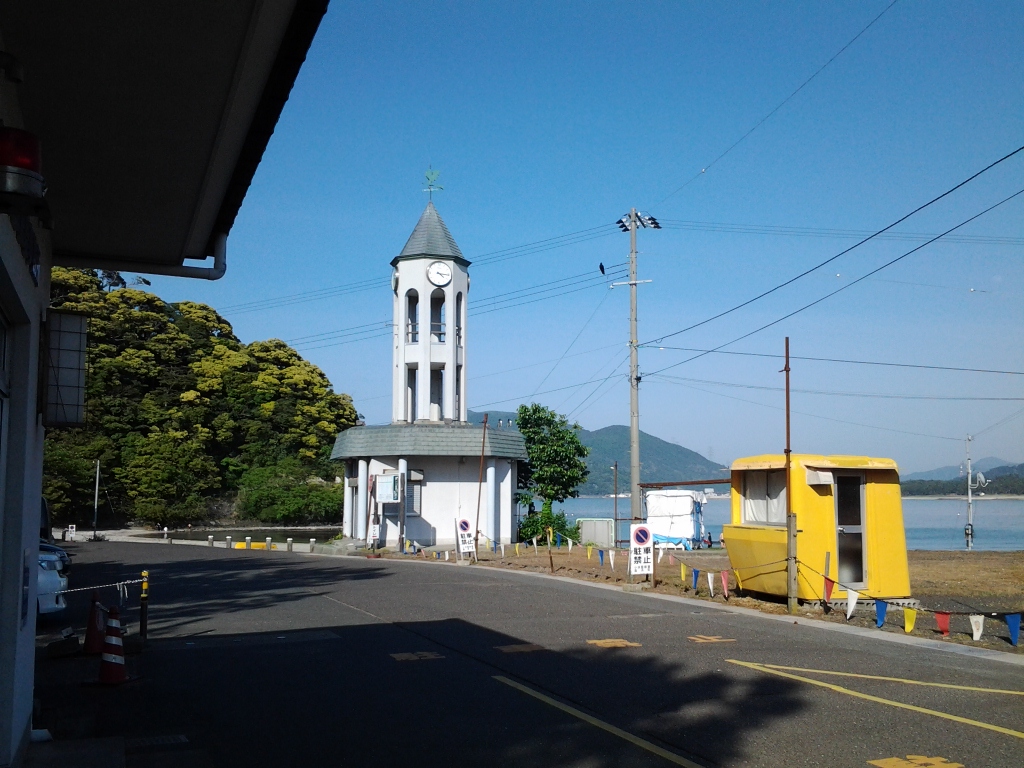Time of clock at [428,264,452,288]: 4:15
